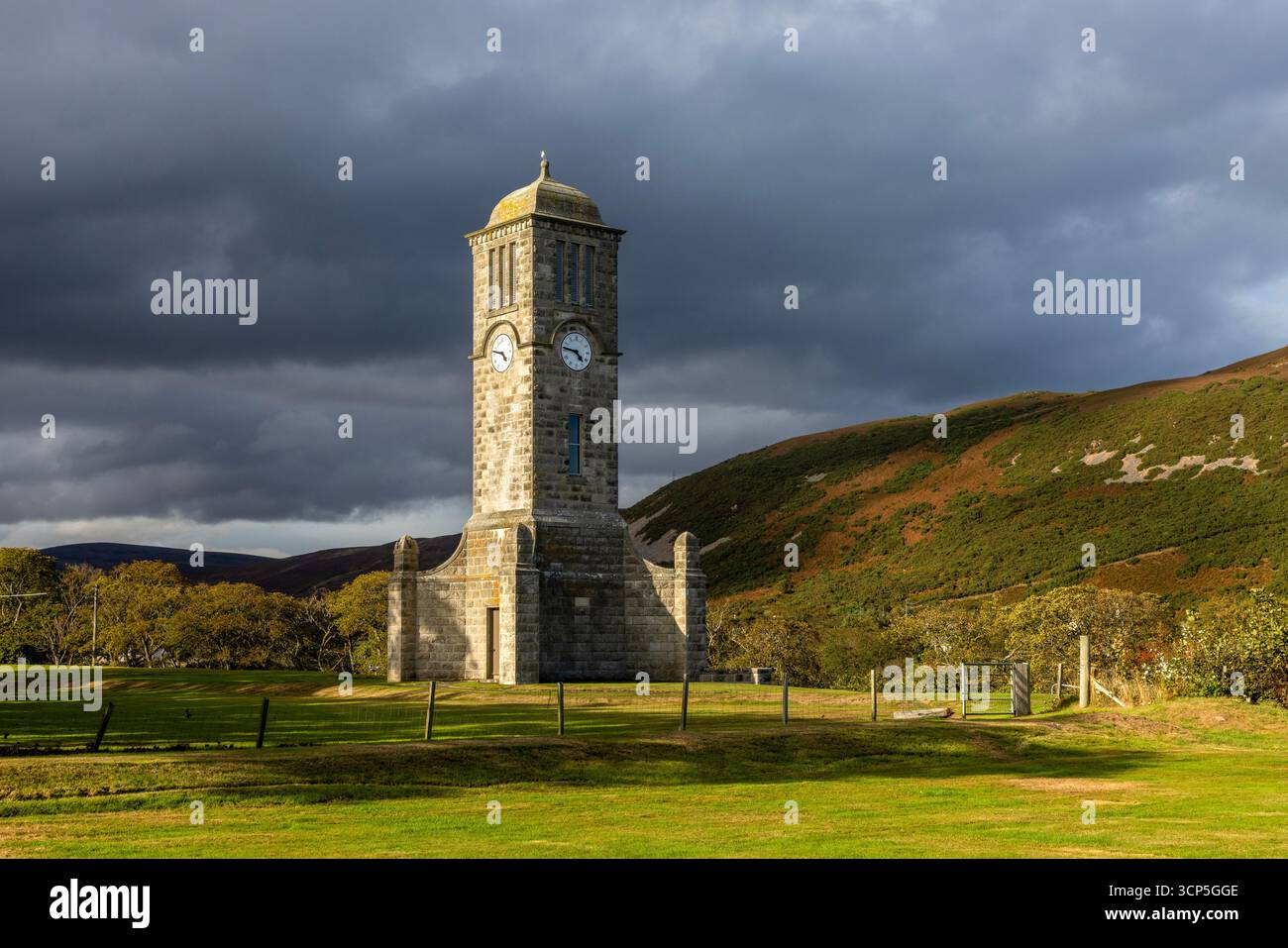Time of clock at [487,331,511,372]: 4:46
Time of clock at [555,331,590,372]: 4:46
